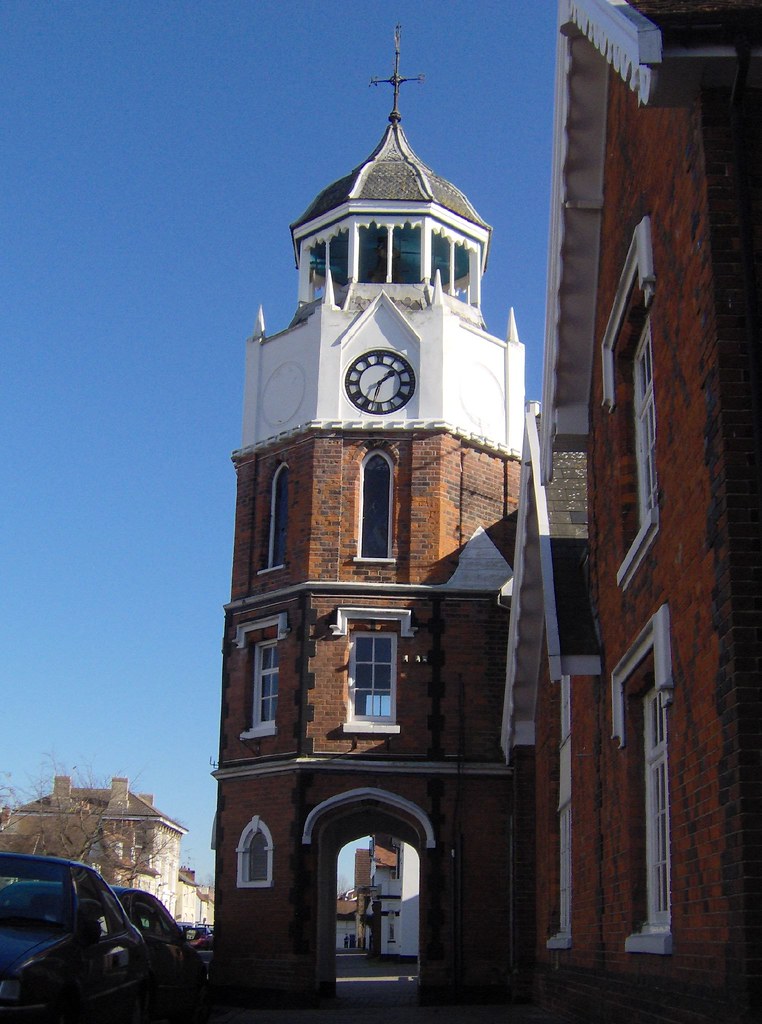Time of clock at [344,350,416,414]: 1:32
